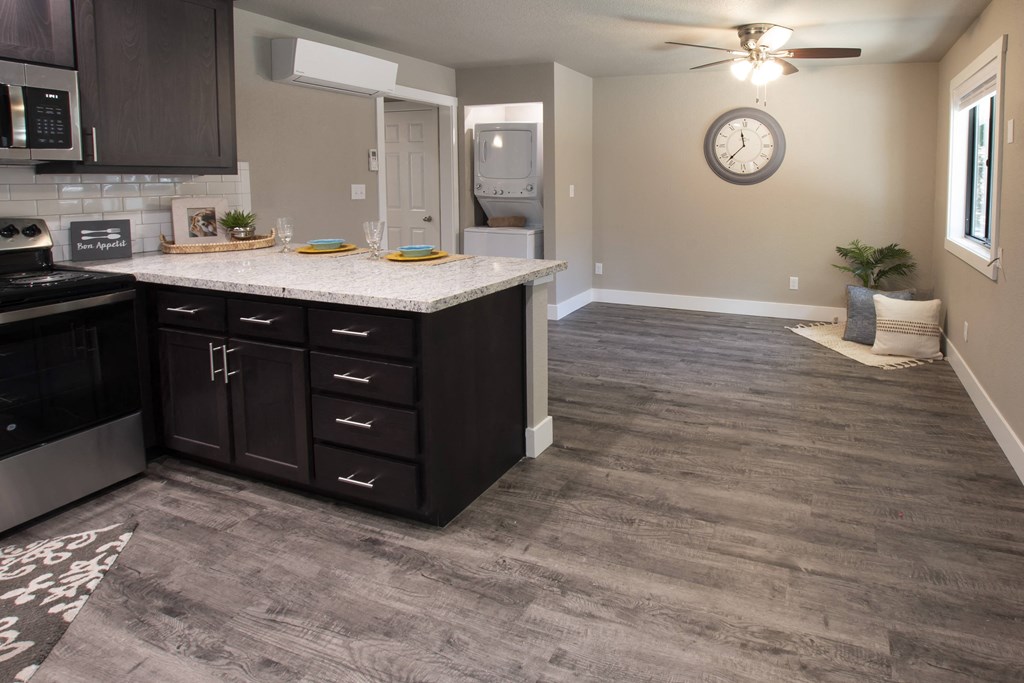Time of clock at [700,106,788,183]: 11:36
